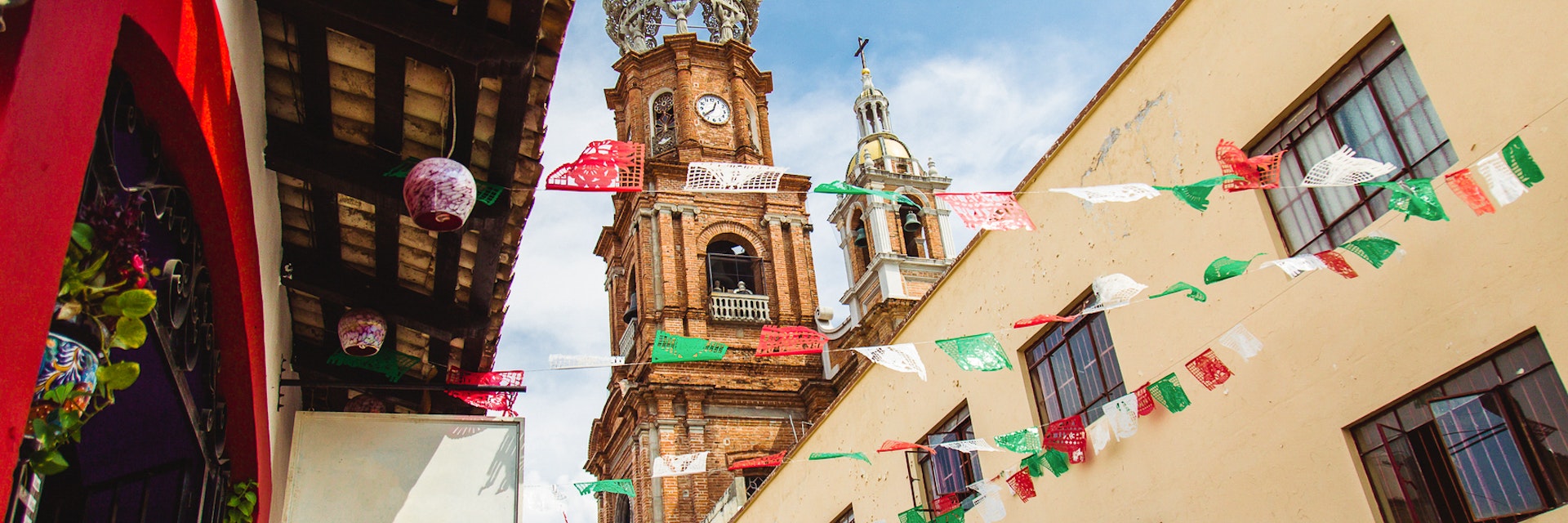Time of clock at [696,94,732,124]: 12:38
